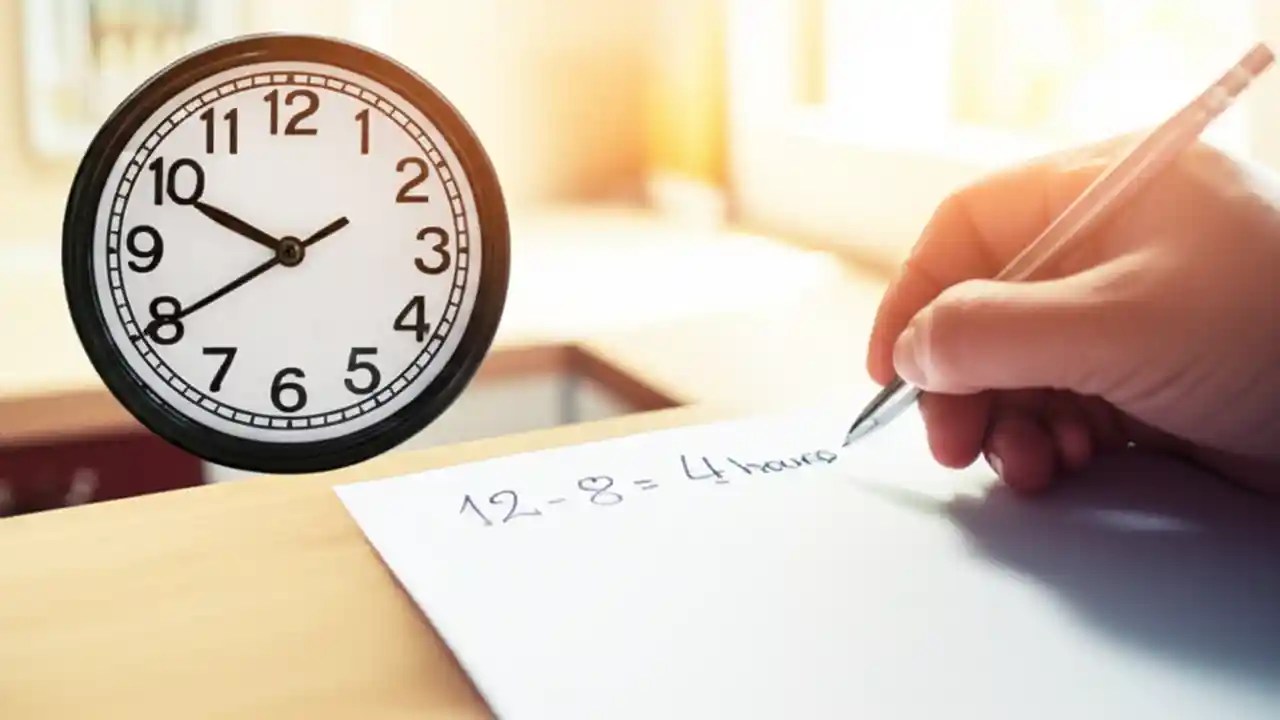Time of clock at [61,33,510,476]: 9:40
